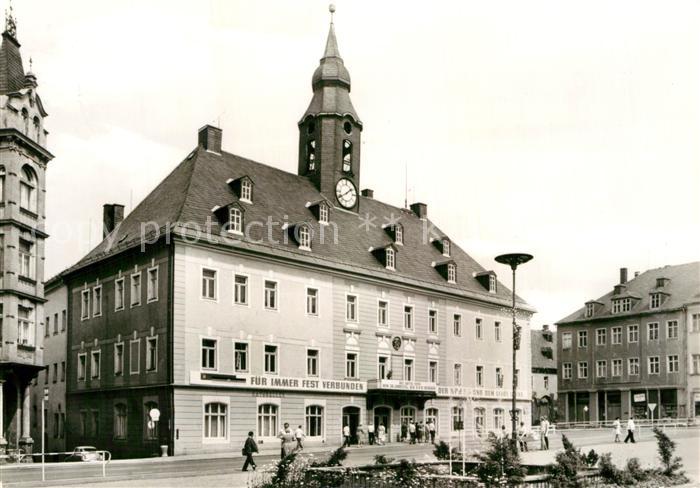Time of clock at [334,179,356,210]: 1:39
